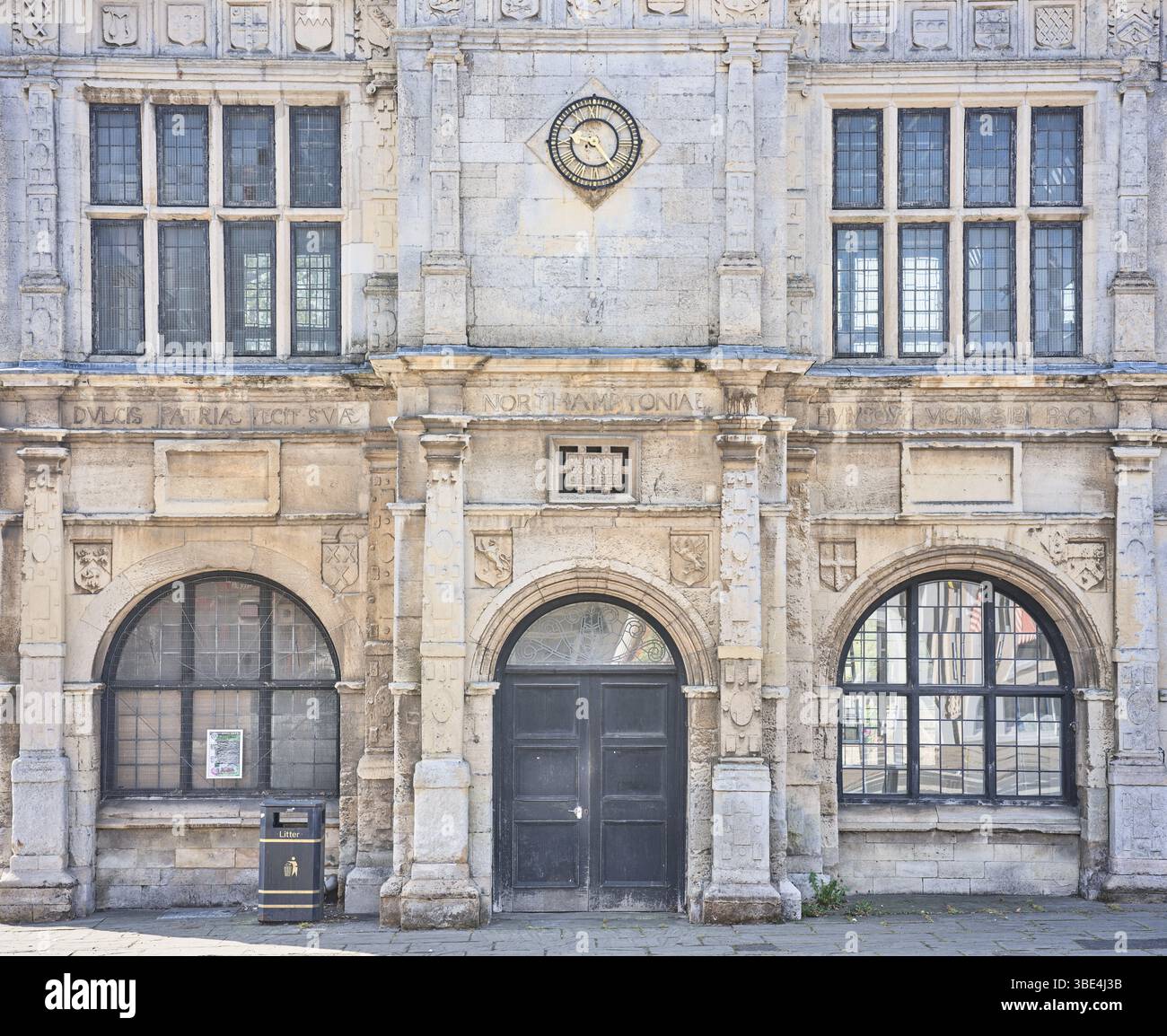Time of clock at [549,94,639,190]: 9:23
